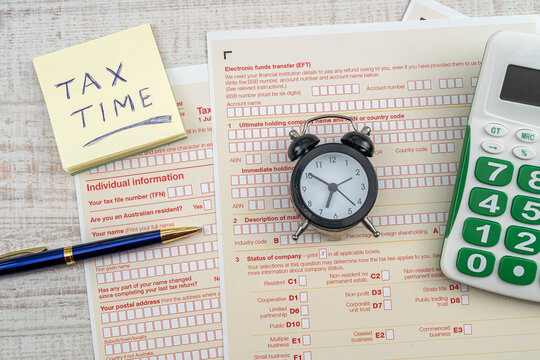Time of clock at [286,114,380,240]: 6:50
